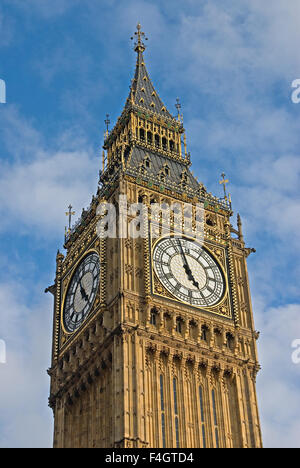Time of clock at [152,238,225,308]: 4:57
